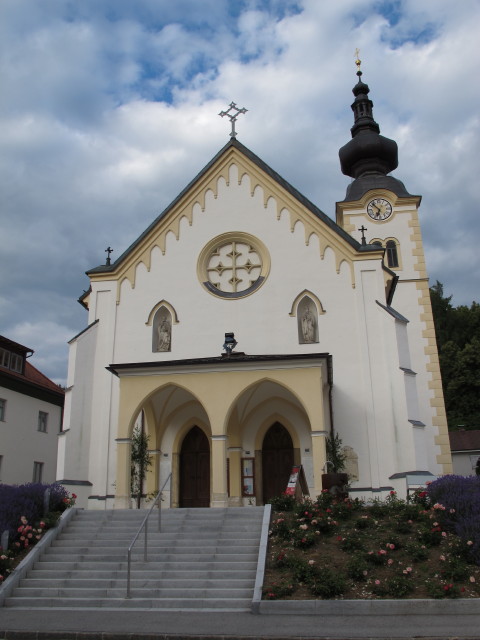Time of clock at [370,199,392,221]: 6:52
